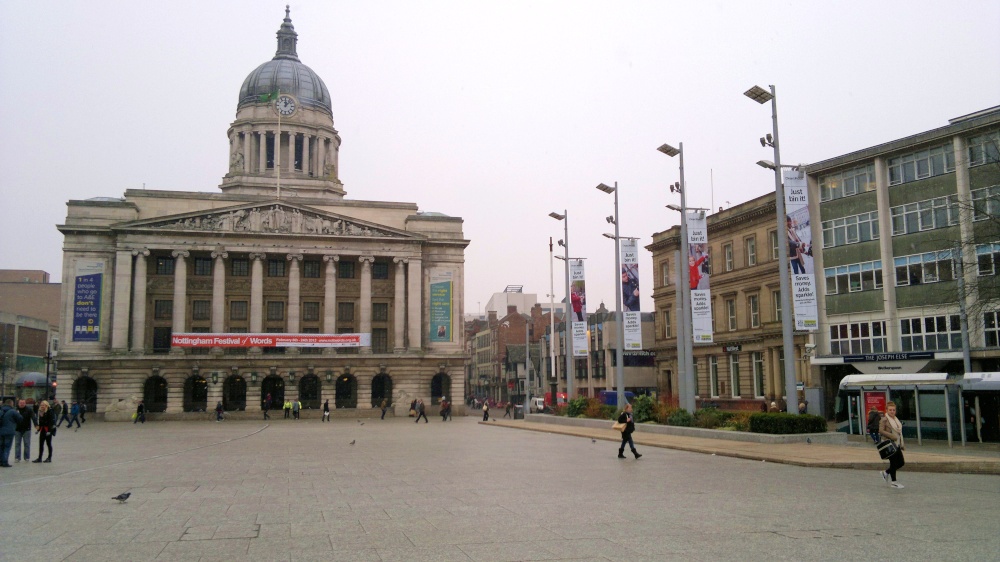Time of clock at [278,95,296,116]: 12:07
